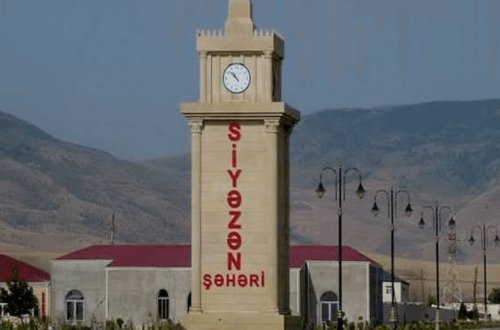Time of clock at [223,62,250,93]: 10:52
